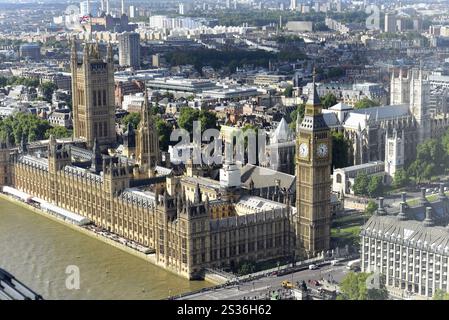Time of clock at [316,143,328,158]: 10:32
